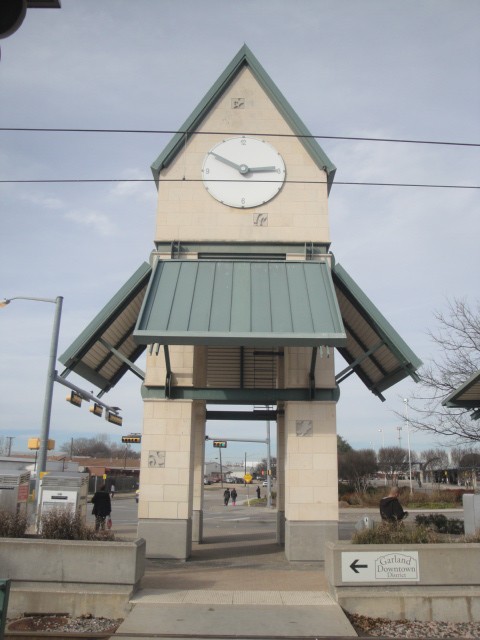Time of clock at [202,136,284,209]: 2:50
